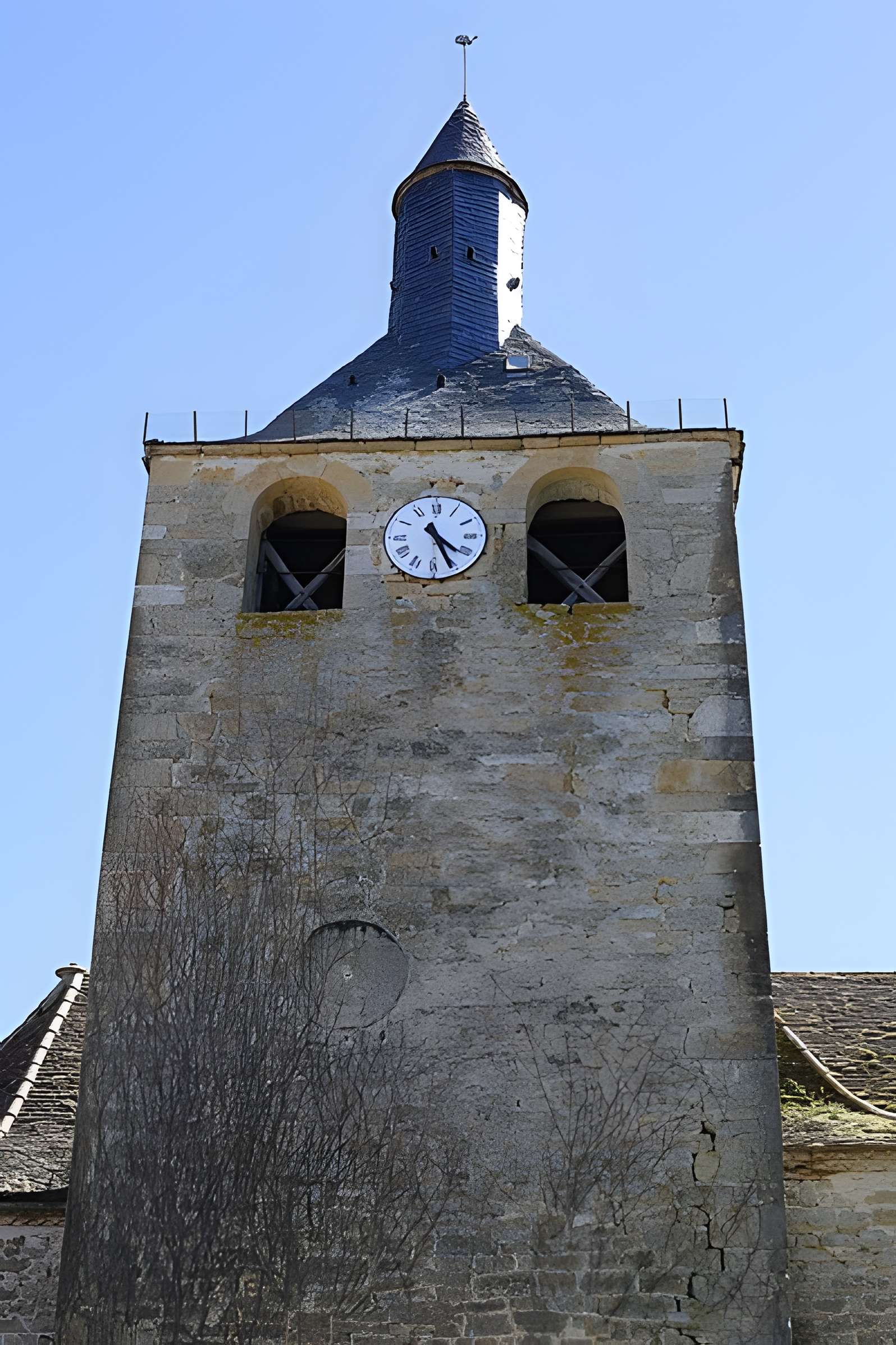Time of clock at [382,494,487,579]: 4:26
